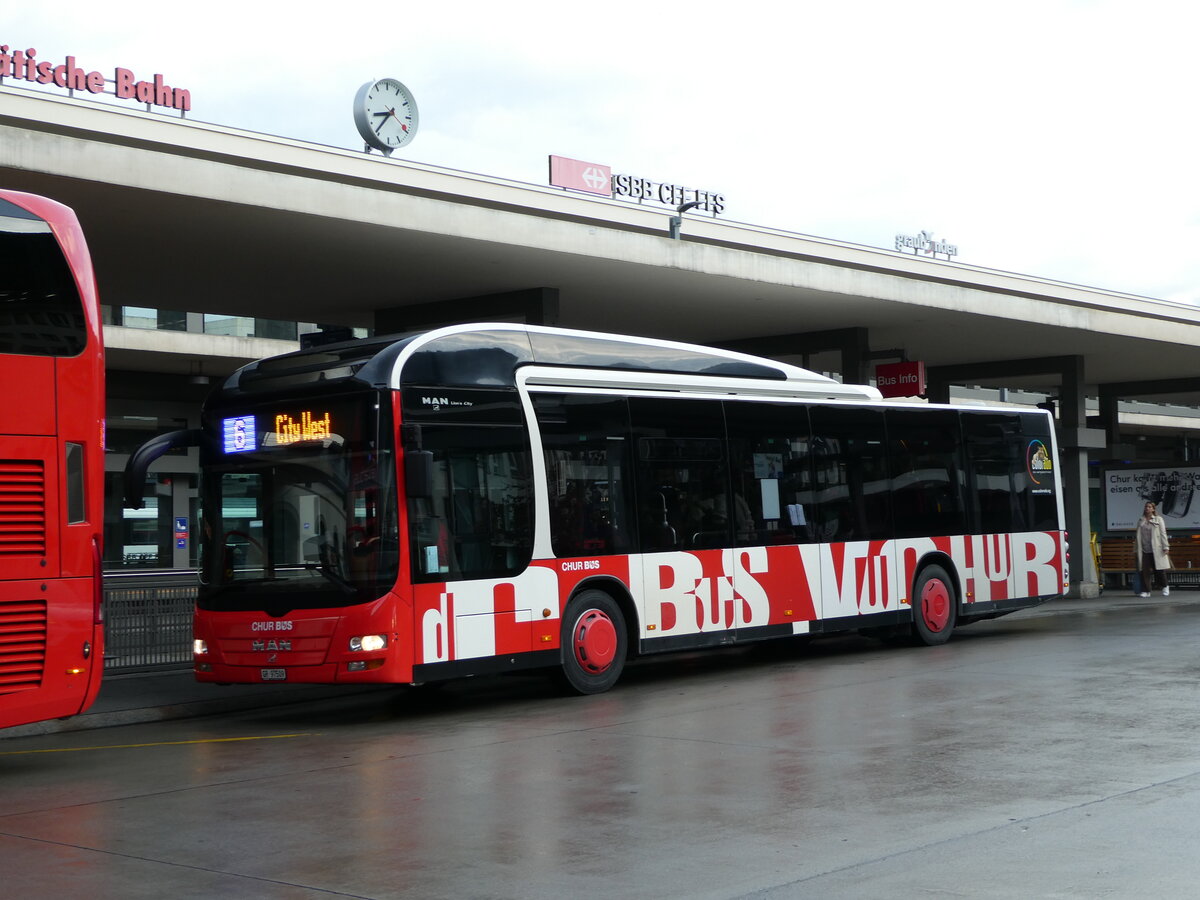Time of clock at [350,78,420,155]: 8:36
